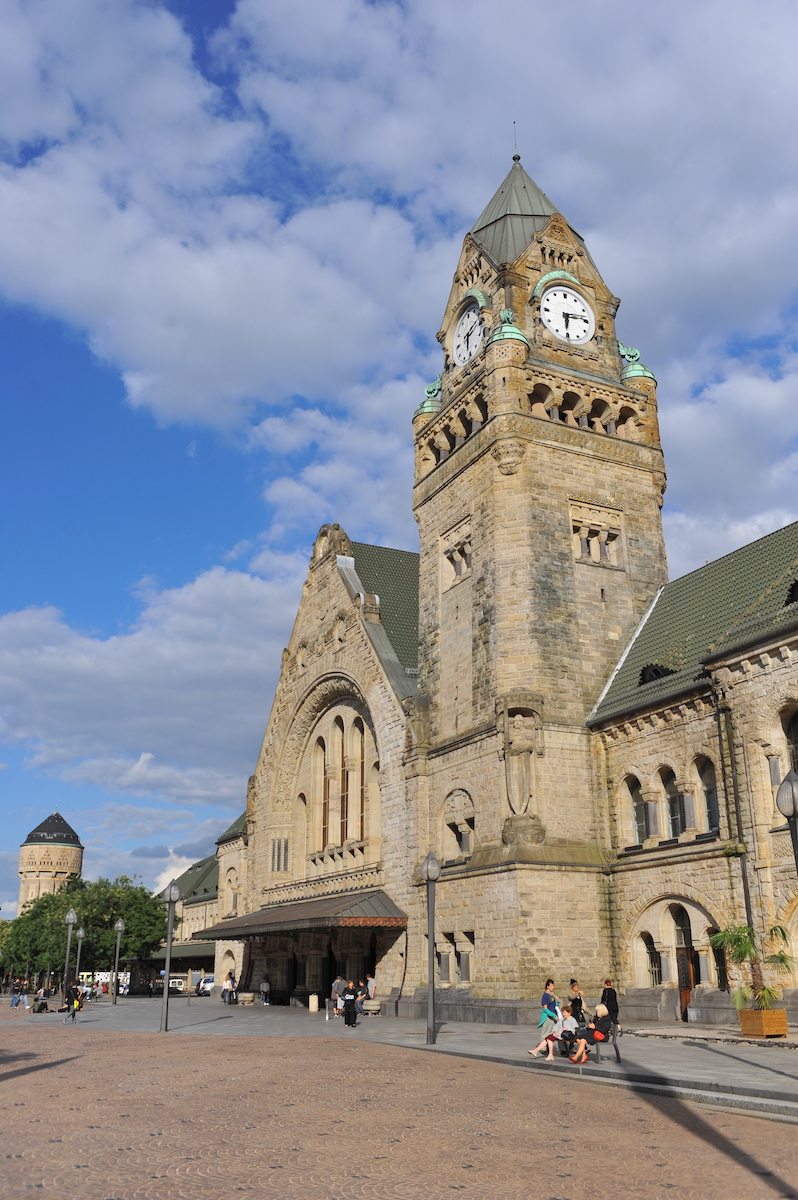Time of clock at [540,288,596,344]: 6:13
